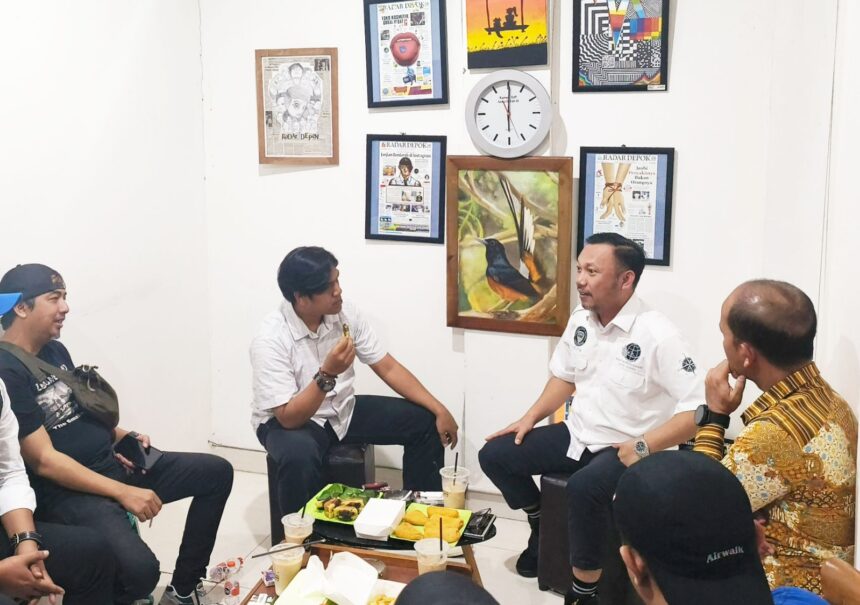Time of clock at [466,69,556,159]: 6:00
